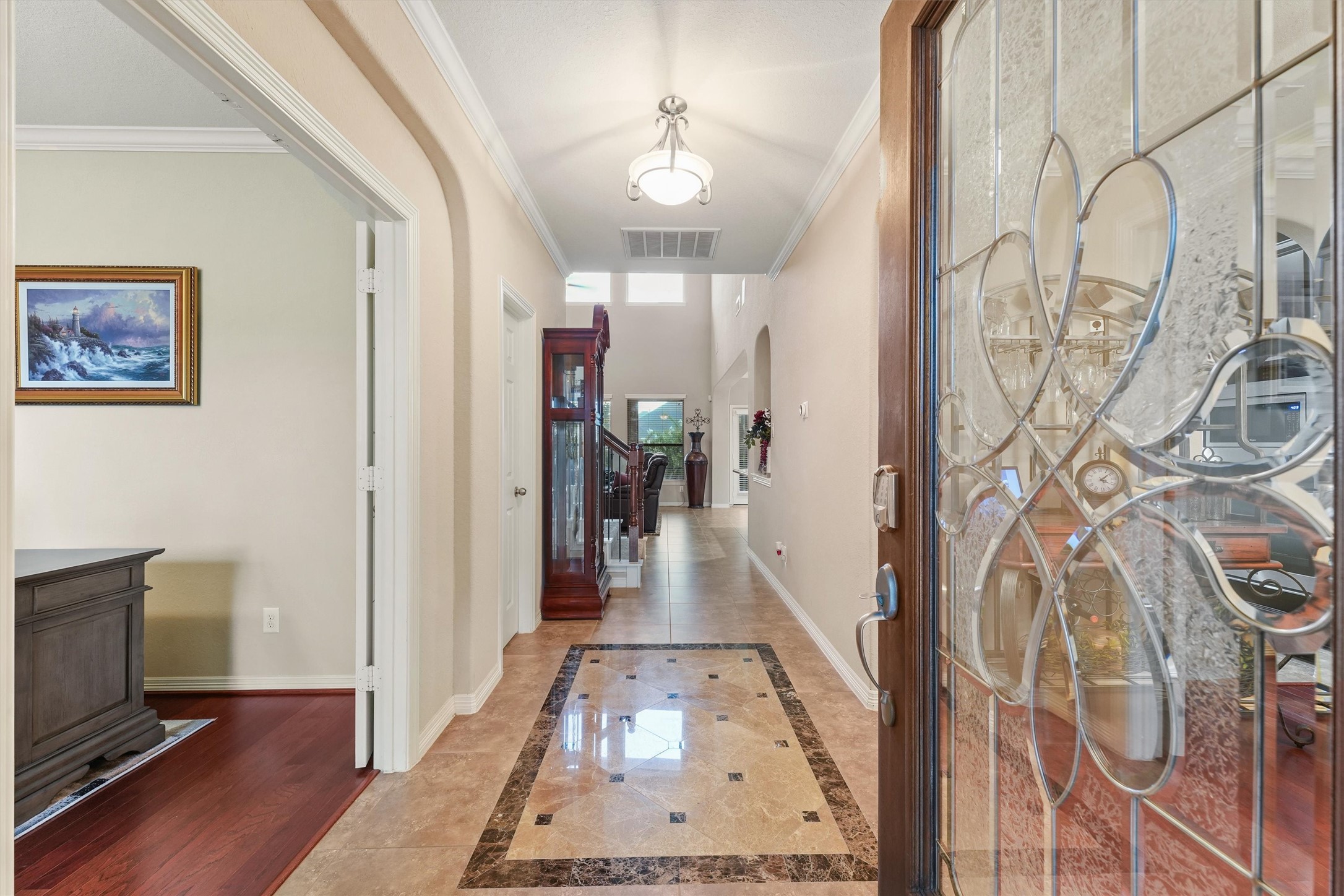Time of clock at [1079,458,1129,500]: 4:08
